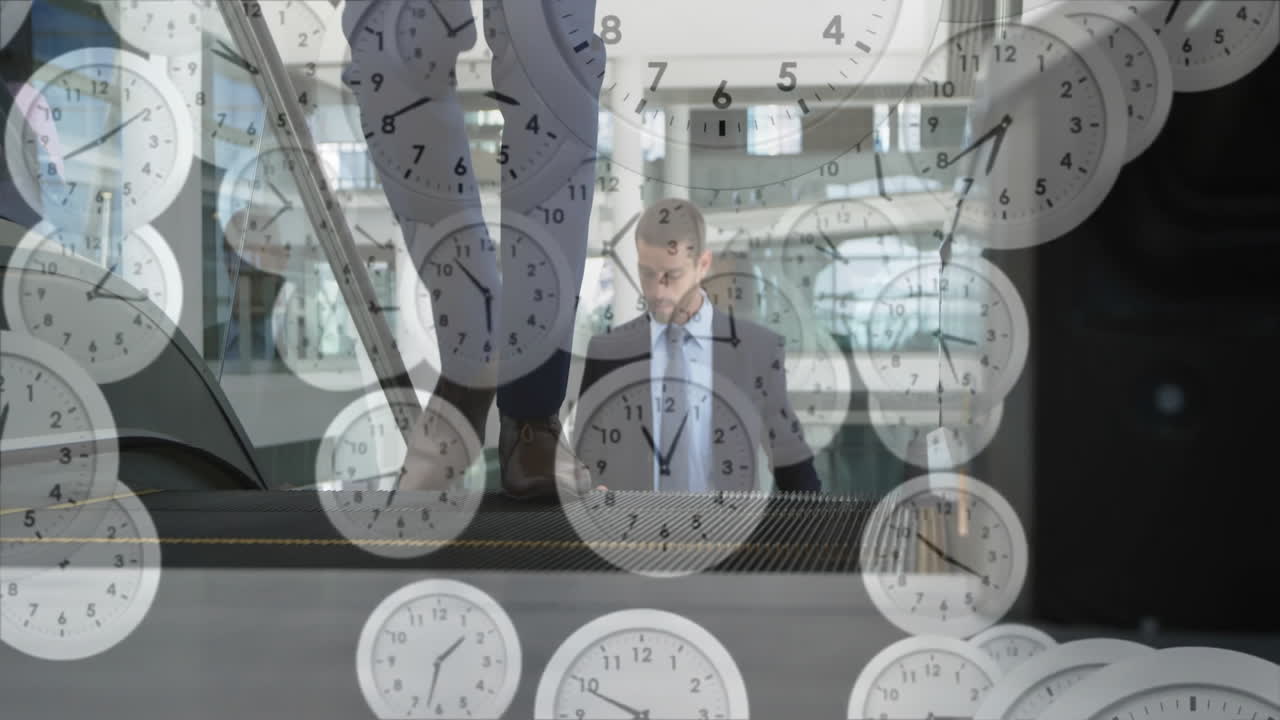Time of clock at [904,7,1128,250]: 6:38
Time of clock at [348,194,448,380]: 5:52
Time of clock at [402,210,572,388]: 5:52
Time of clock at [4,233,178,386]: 1:16
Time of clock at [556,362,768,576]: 11:04
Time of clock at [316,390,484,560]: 6:43
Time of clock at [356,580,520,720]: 1:32
